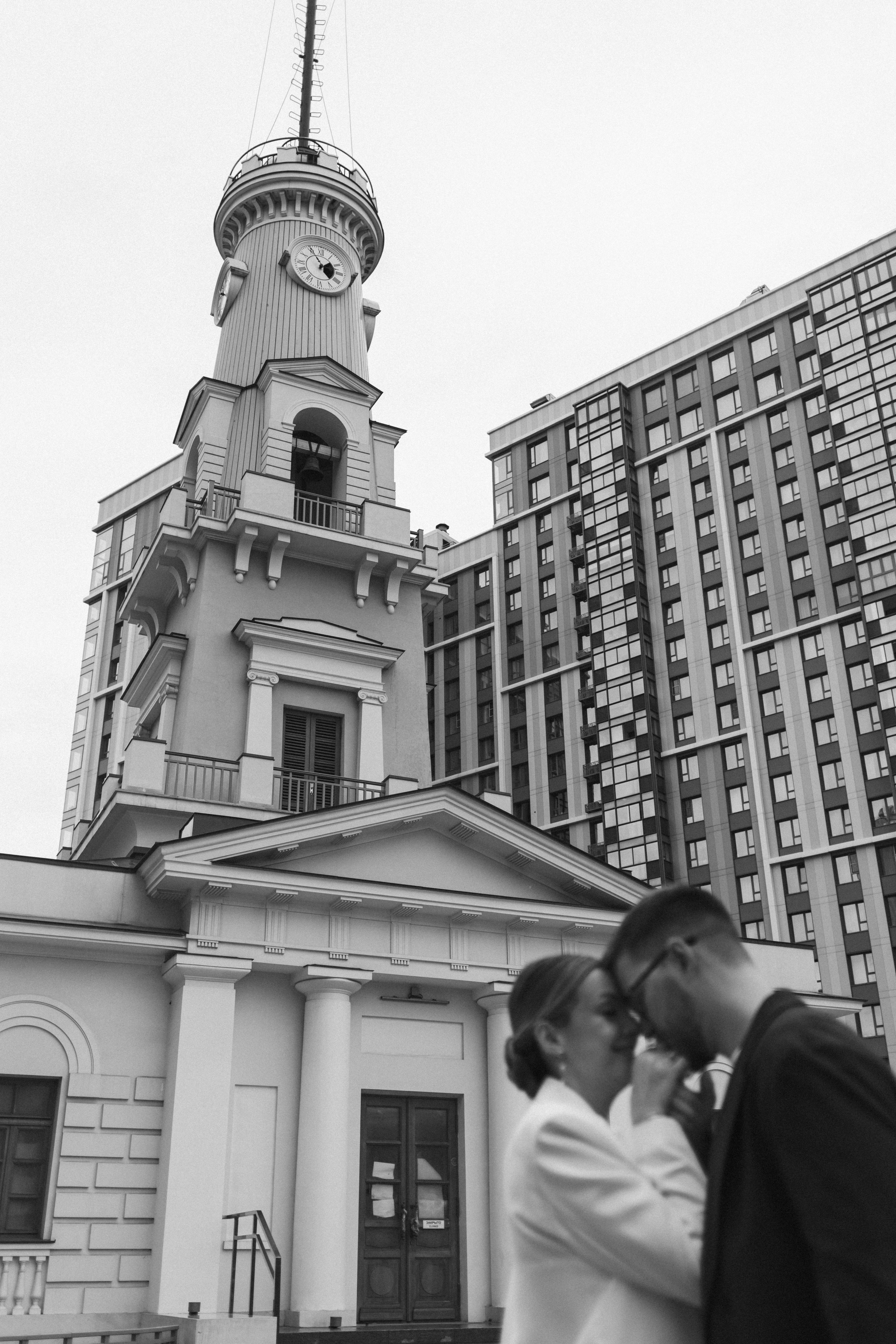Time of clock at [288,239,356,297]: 1:55
